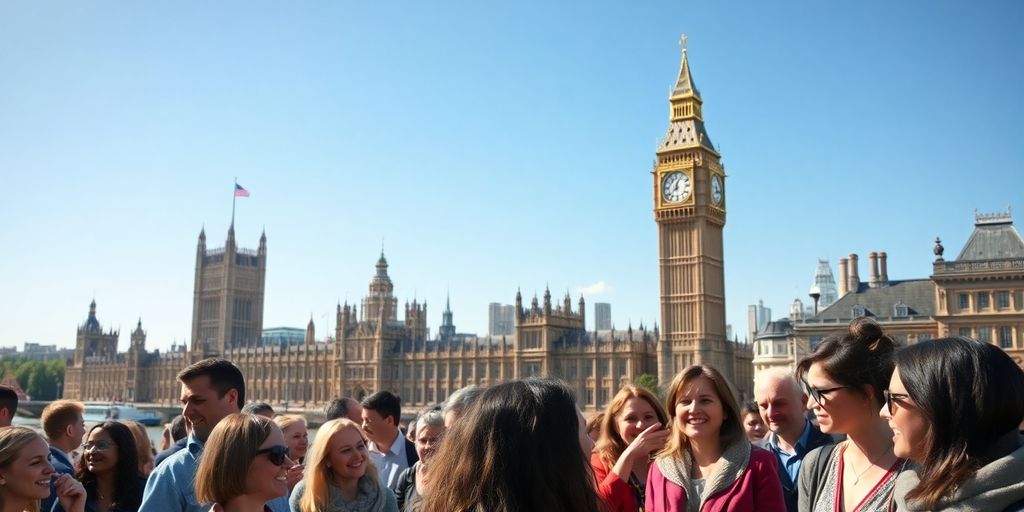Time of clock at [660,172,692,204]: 12:38
